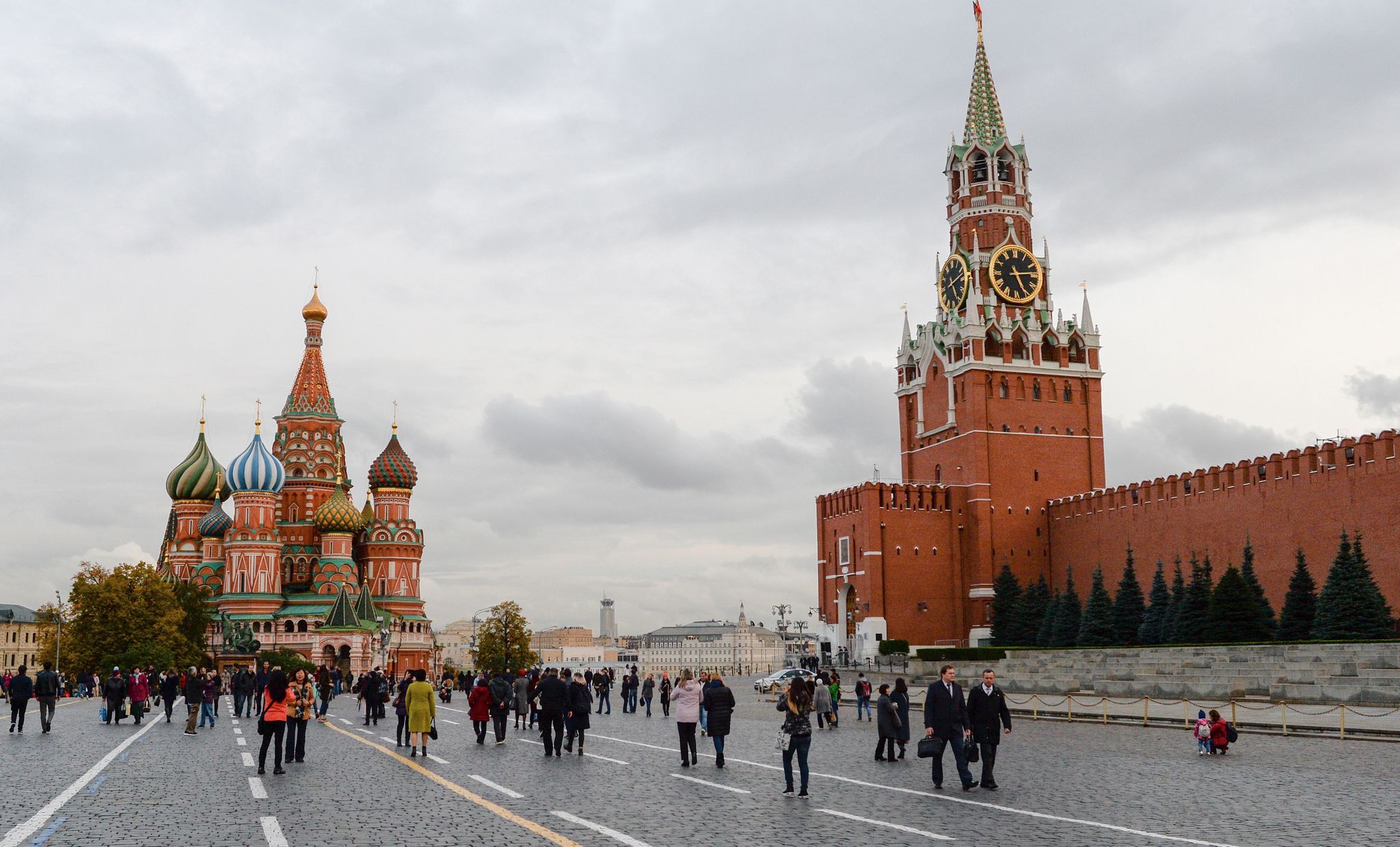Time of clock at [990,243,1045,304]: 5:14
